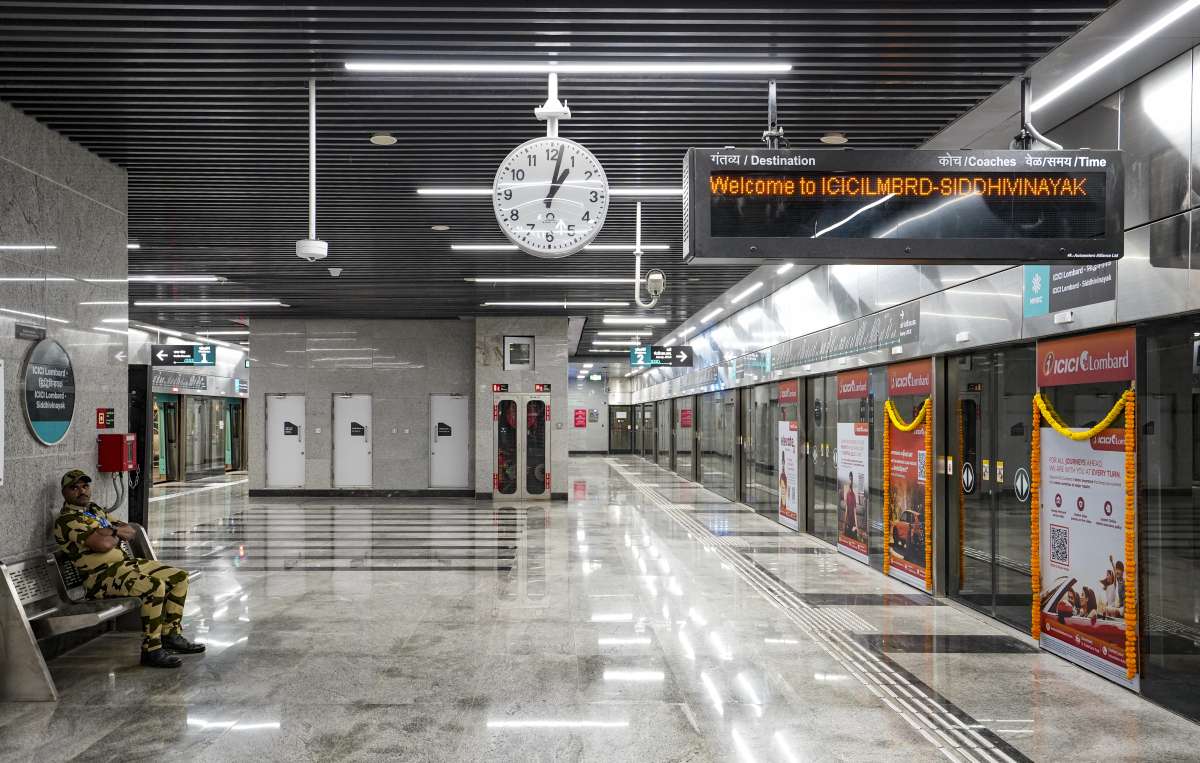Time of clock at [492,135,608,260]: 1:02
